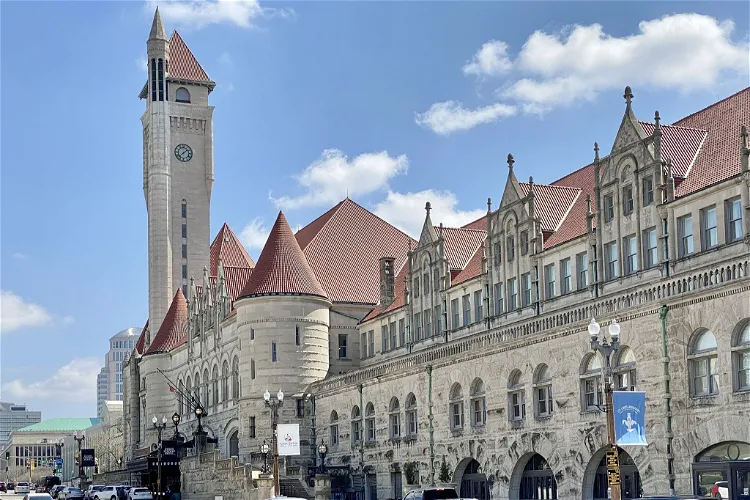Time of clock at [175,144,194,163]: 1:37
